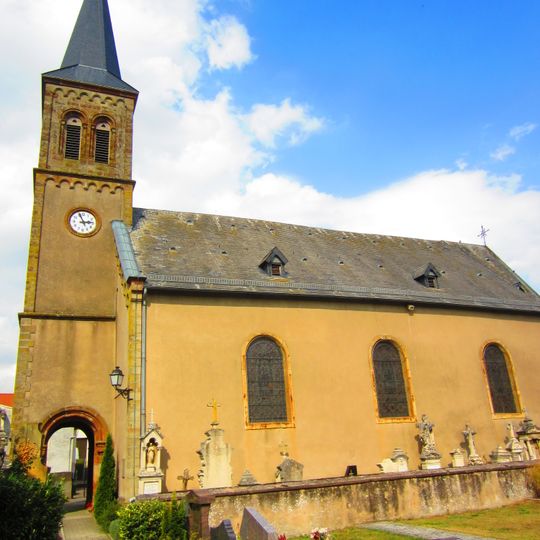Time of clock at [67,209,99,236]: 2:56
